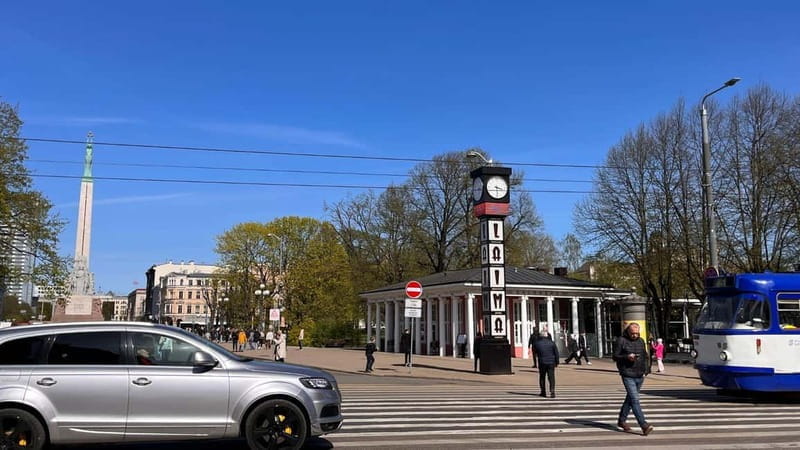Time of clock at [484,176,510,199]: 3:29
